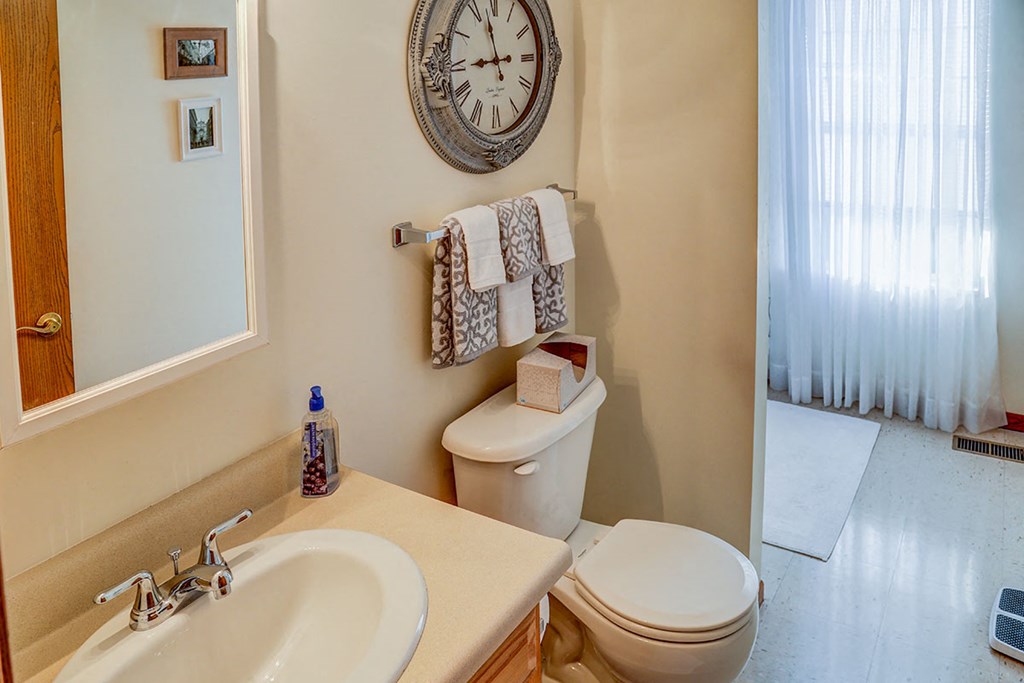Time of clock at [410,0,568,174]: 8:57
